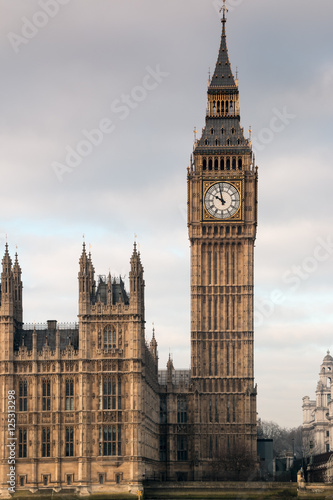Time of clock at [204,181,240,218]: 9:57
